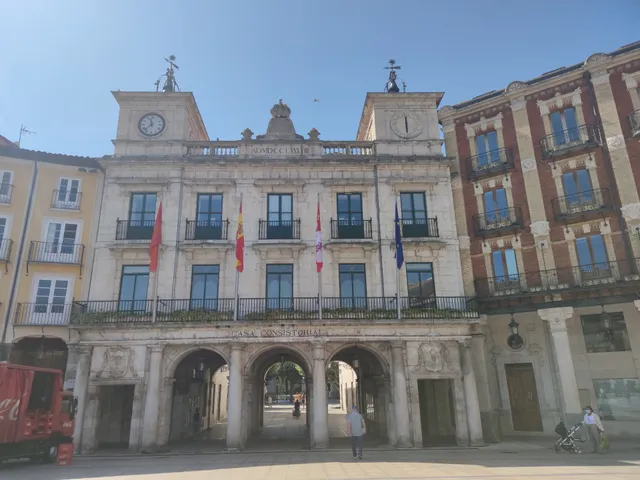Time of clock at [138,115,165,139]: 11:37
